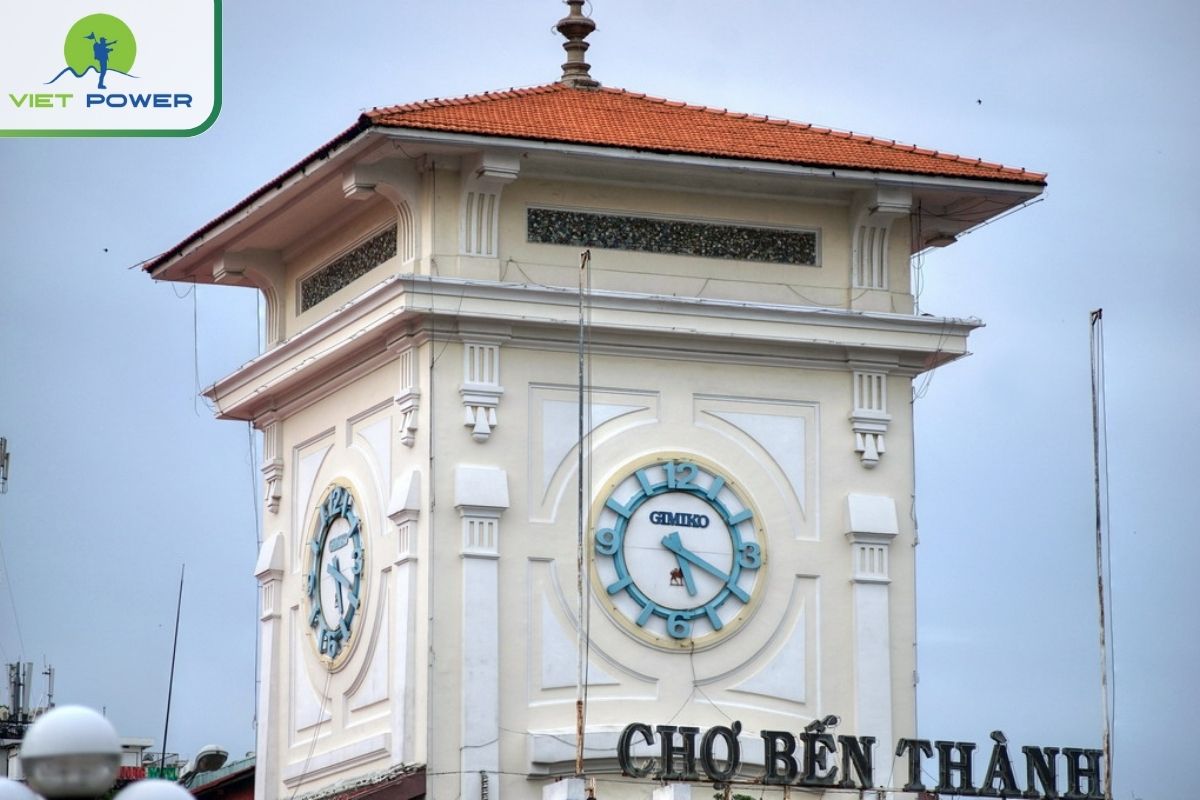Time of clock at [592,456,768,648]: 5:19
